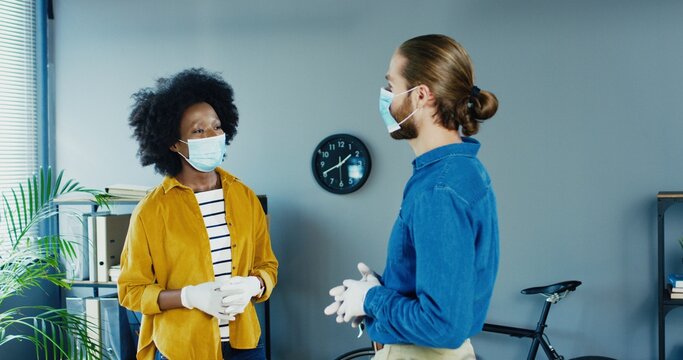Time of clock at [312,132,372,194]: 1:40
